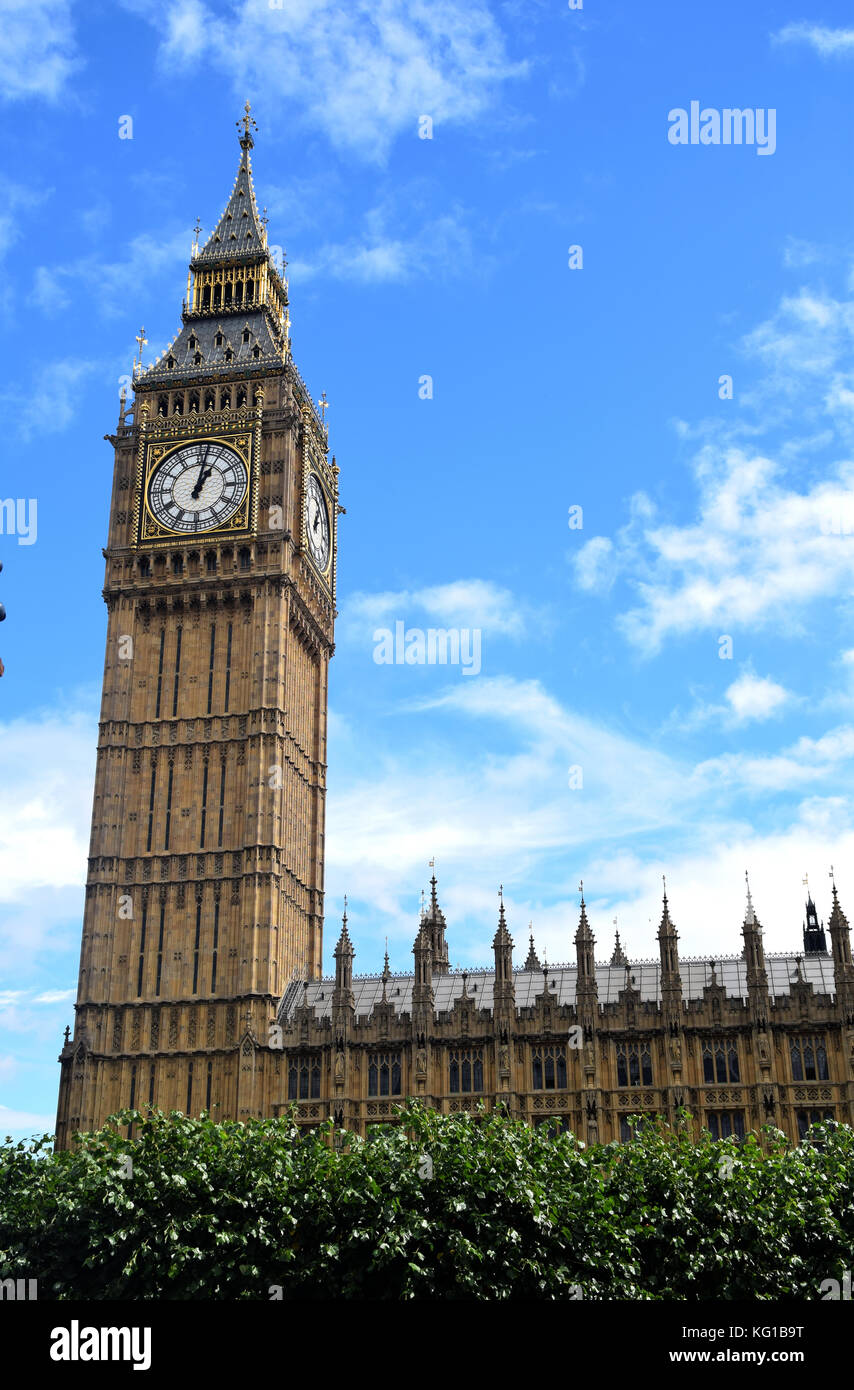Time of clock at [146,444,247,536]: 1:02
